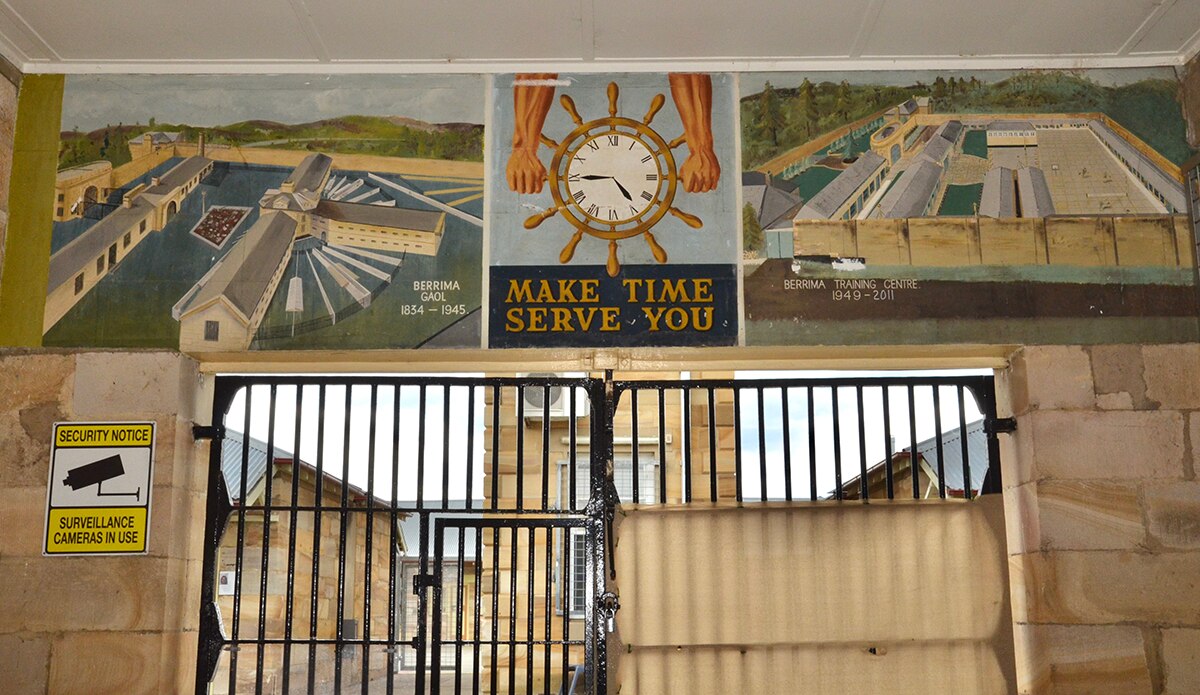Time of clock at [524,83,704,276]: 4:44
